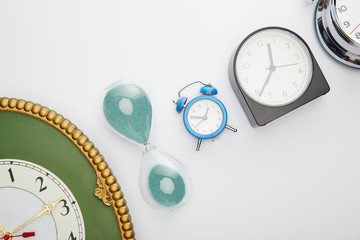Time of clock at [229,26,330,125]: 11:33
